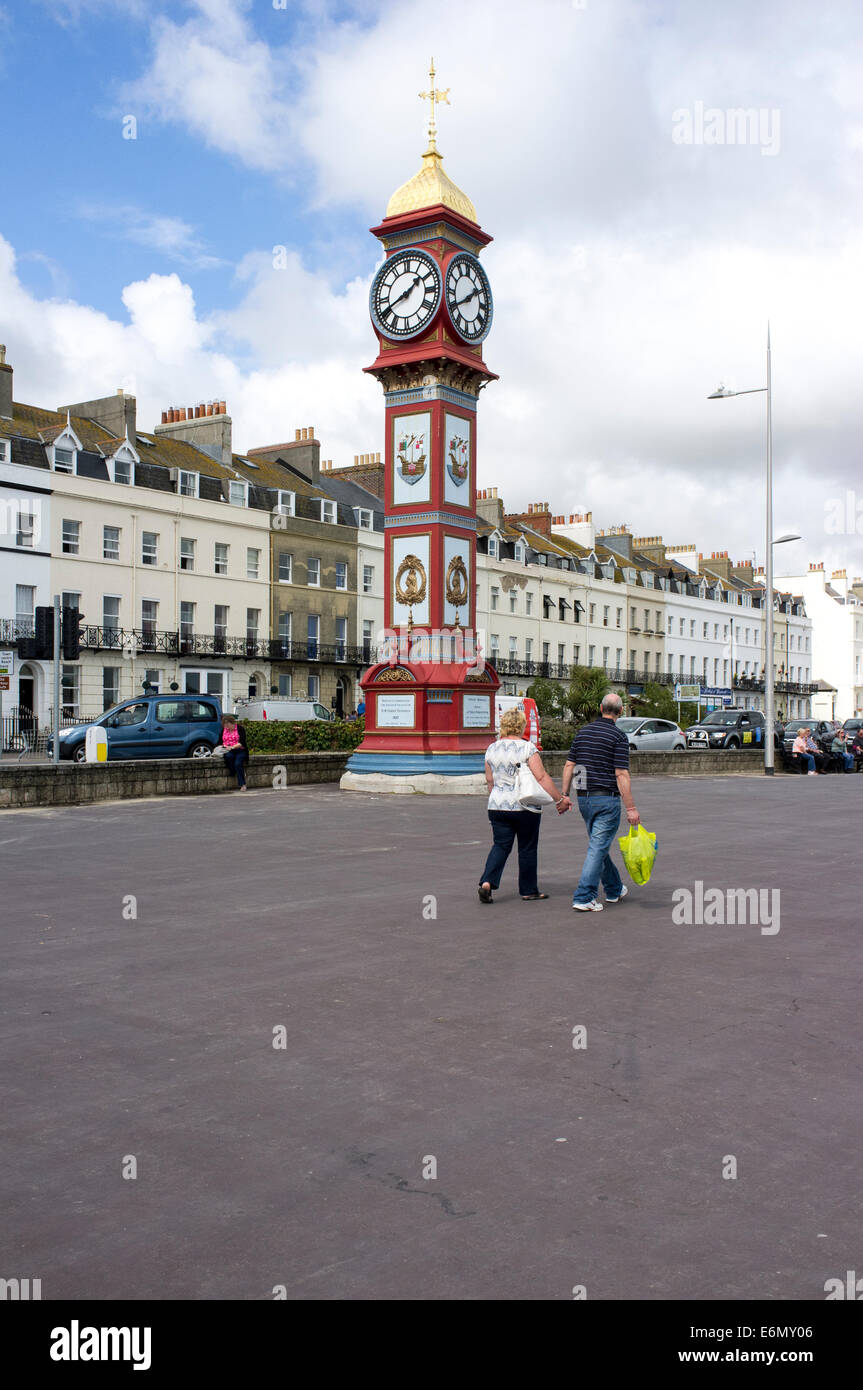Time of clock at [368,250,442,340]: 1:40
